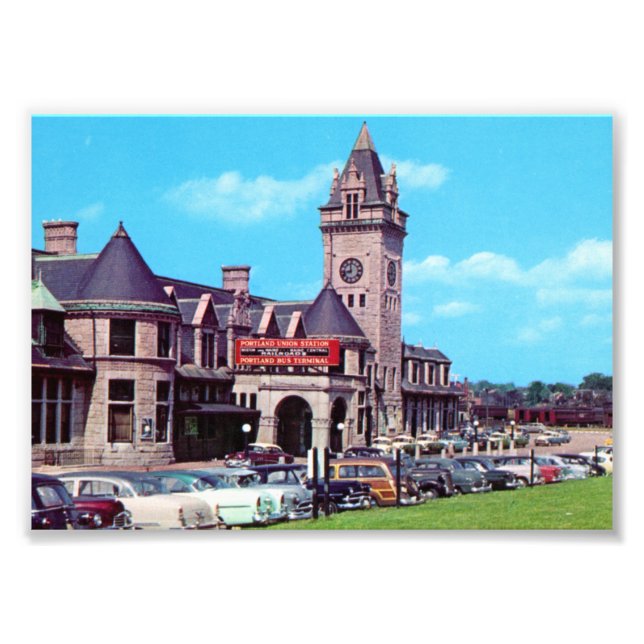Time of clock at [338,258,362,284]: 11:42
